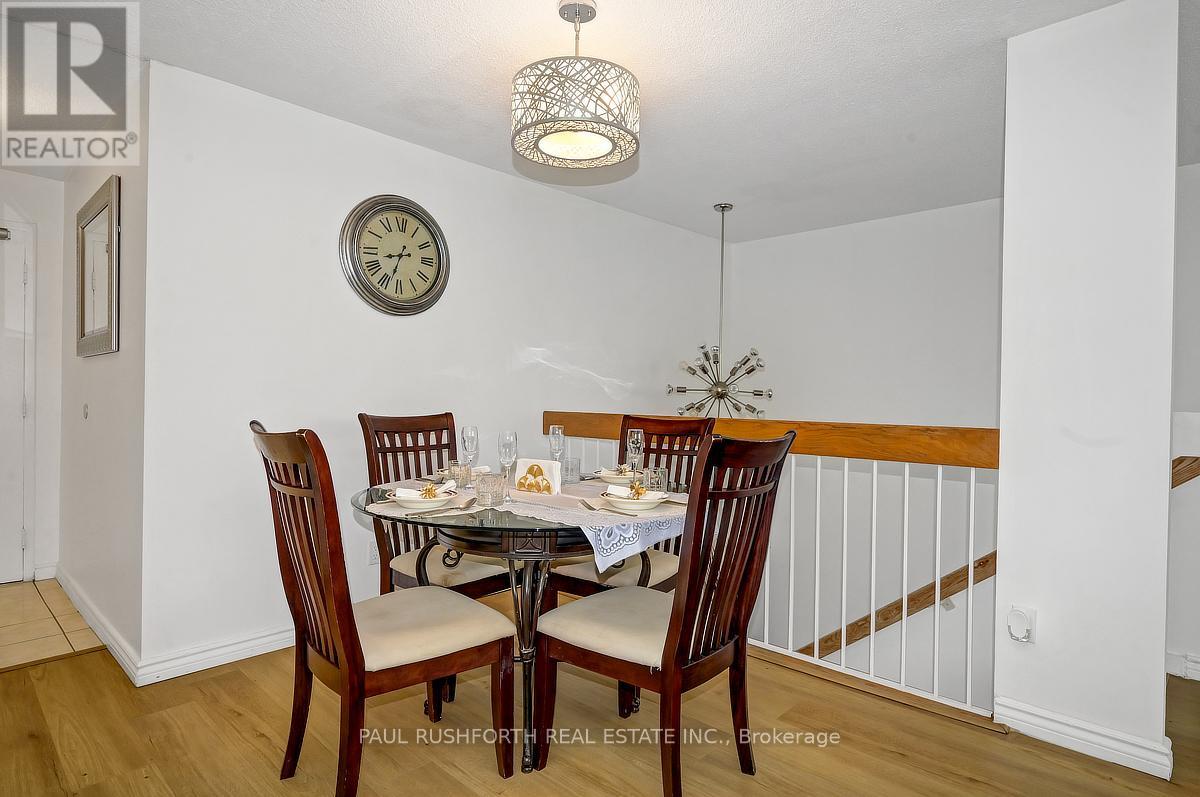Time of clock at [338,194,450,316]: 8:33
